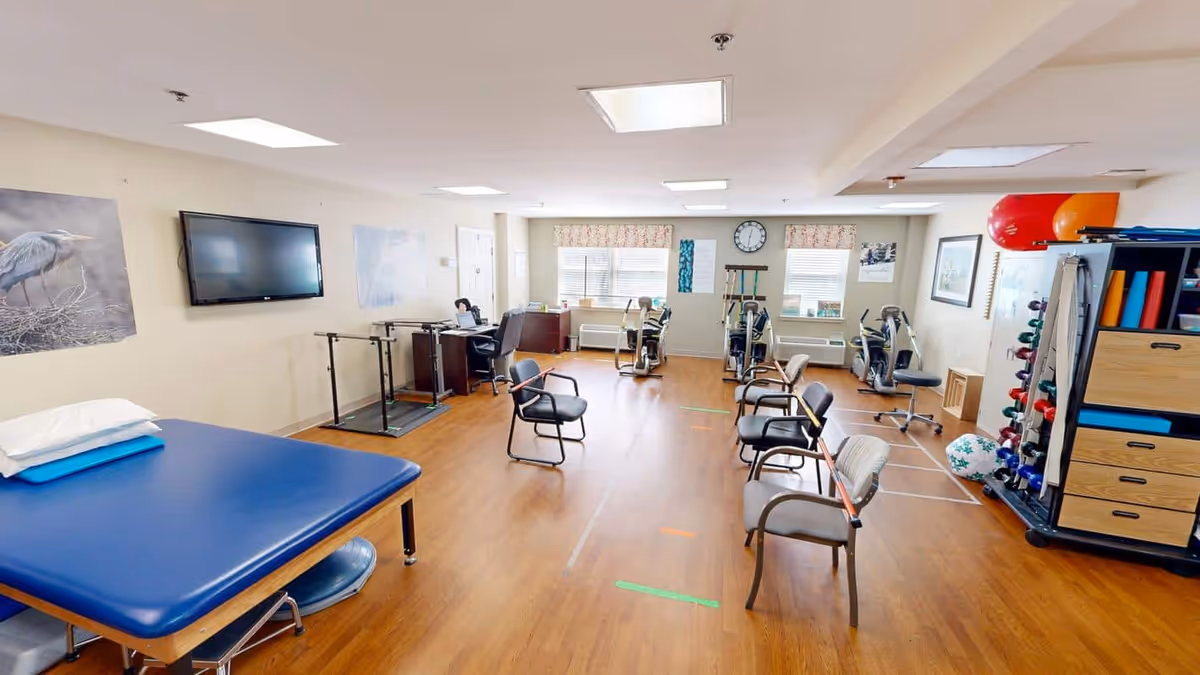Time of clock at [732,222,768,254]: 12:31
